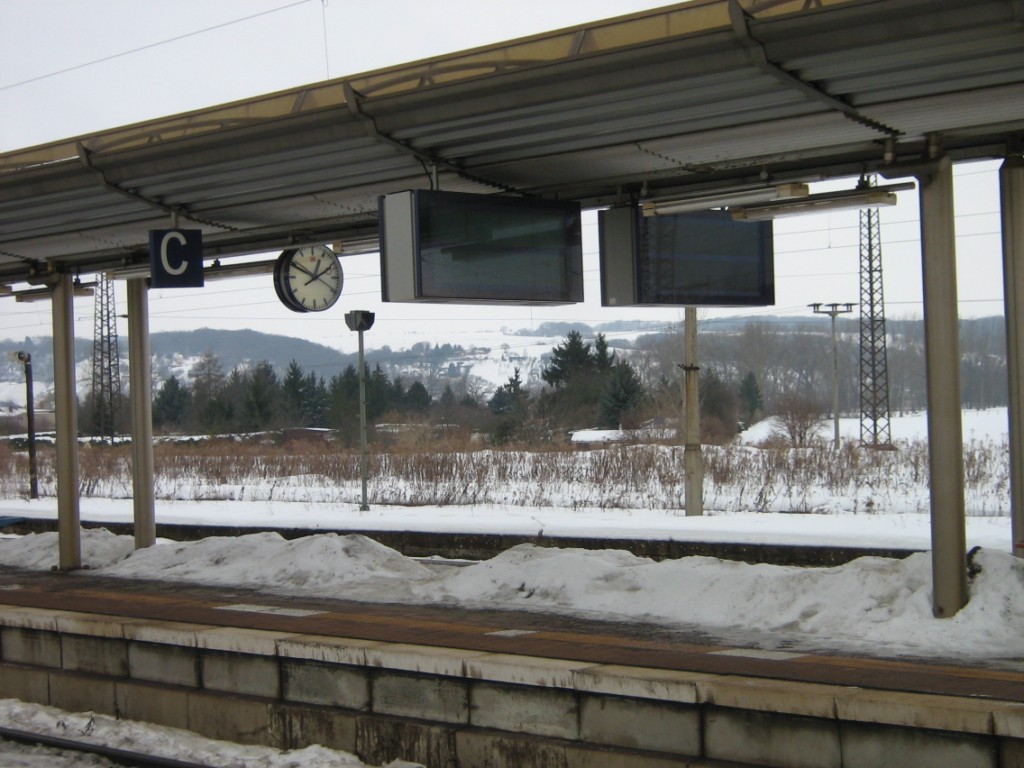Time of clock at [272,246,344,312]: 12:49
